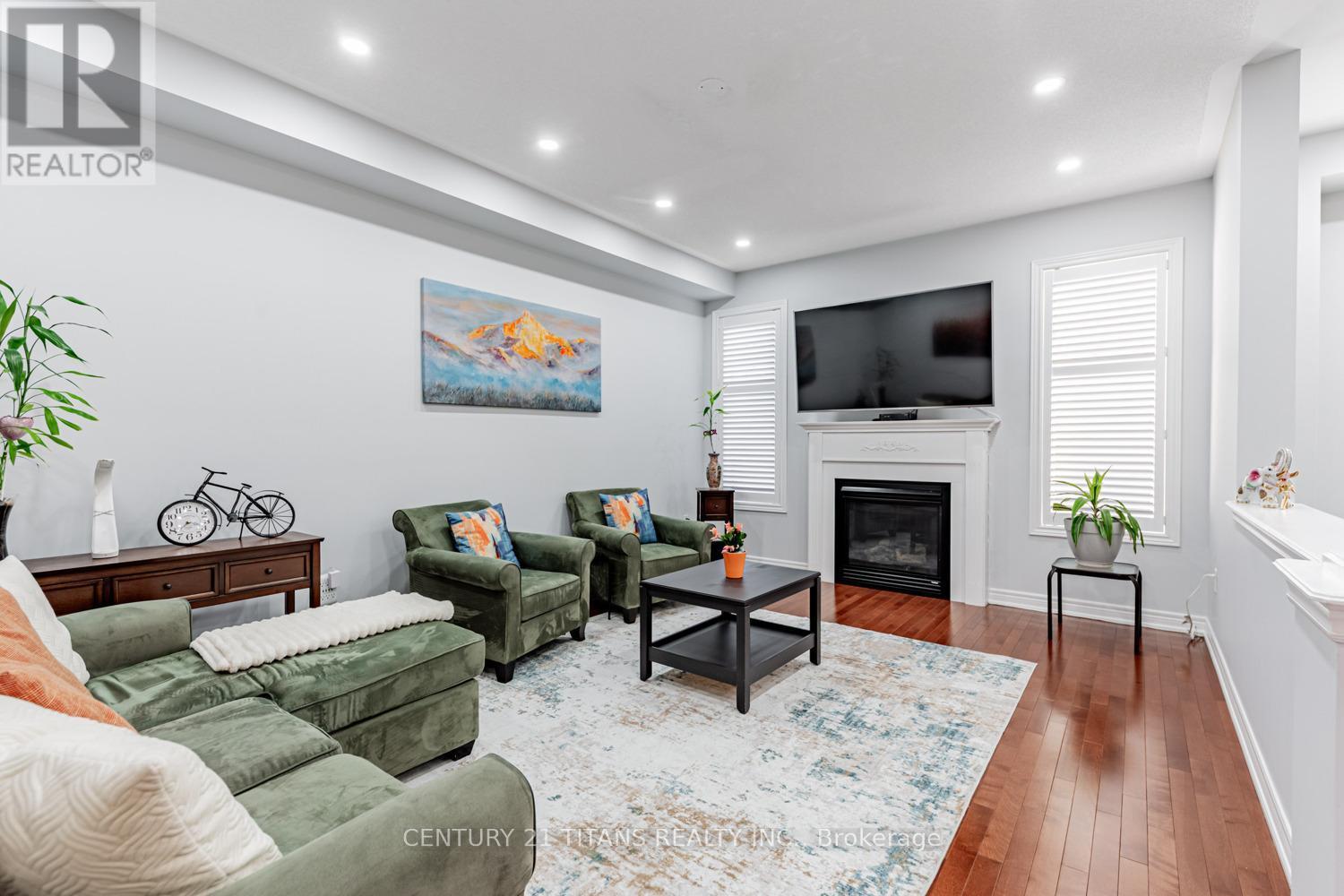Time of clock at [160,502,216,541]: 3:37
